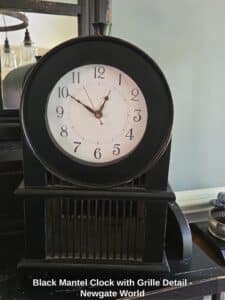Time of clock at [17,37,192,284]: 12:50
